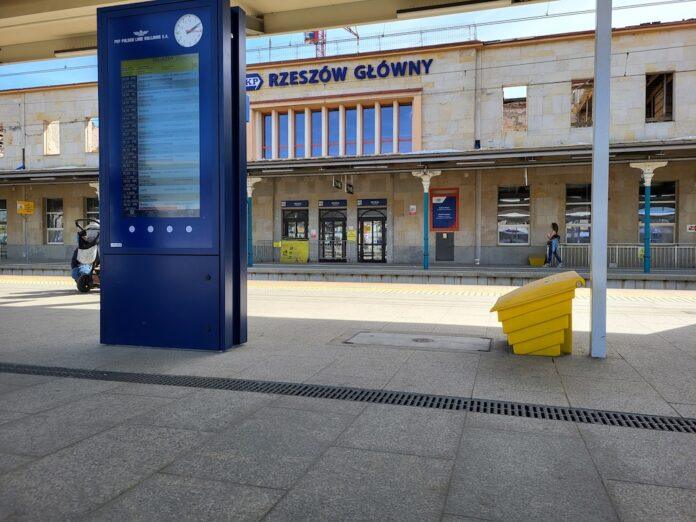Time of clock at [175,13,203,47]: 2:09
